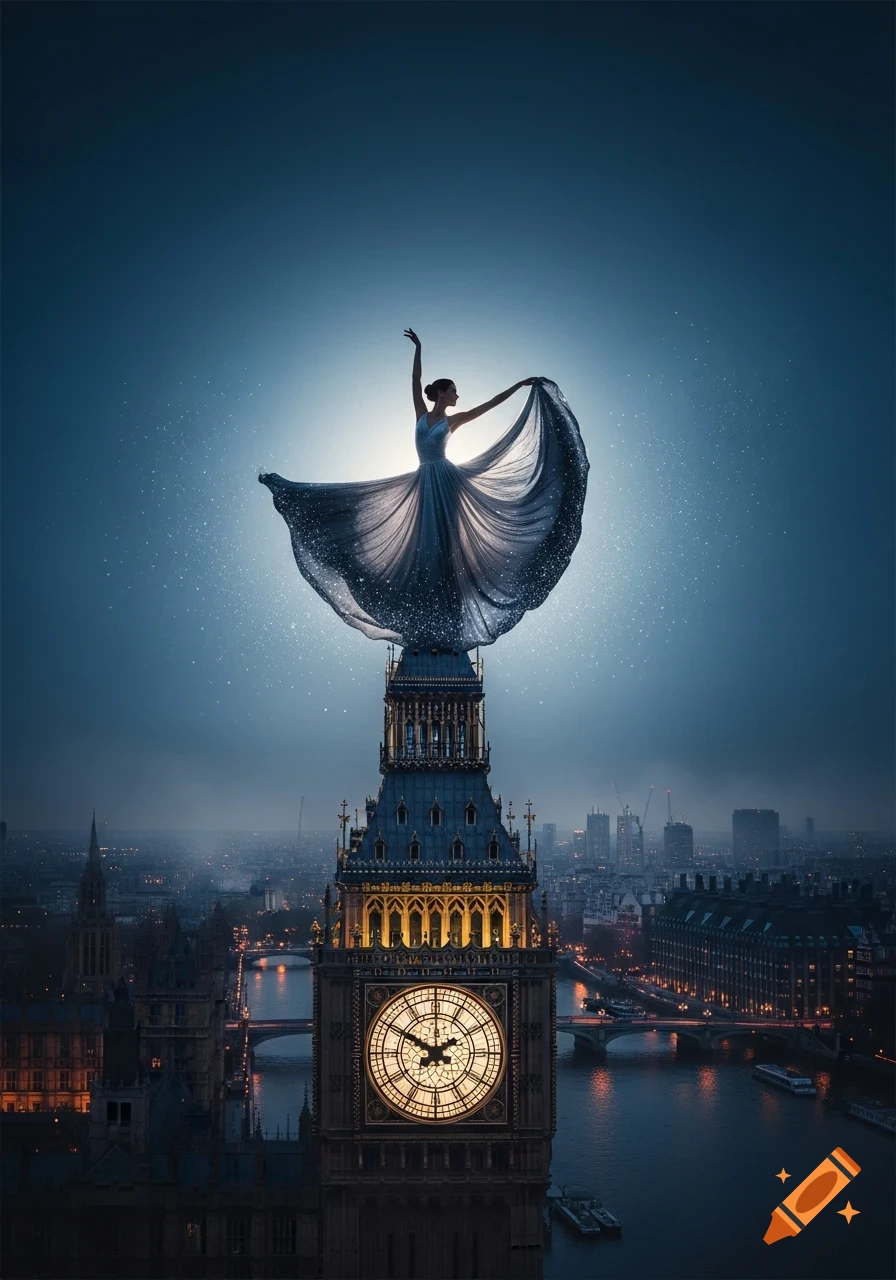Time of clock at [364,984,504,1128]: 1:50
